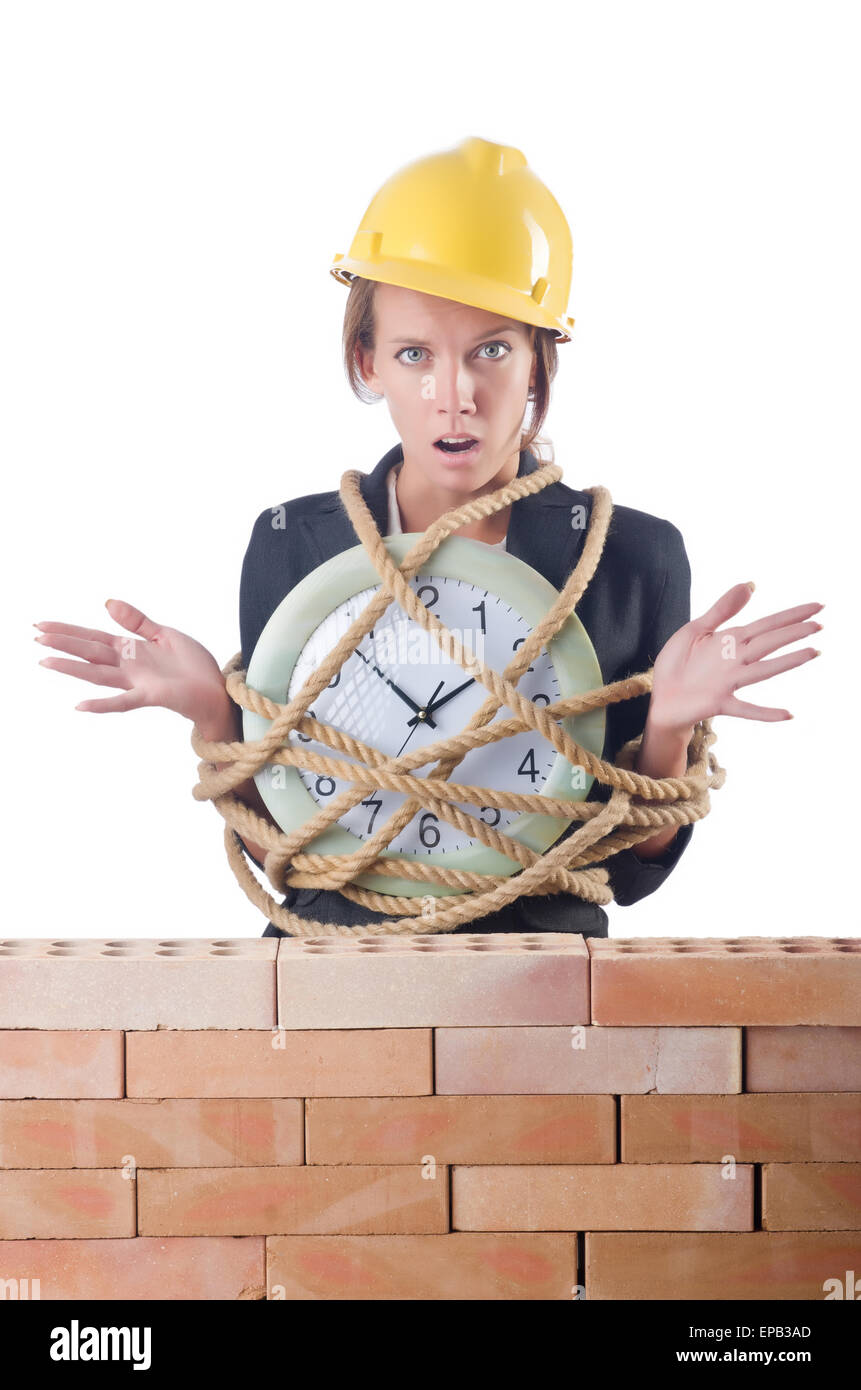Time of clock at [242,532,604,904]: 1:53
